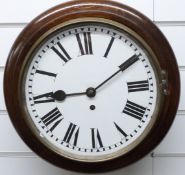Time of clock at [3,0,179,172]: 9:09
